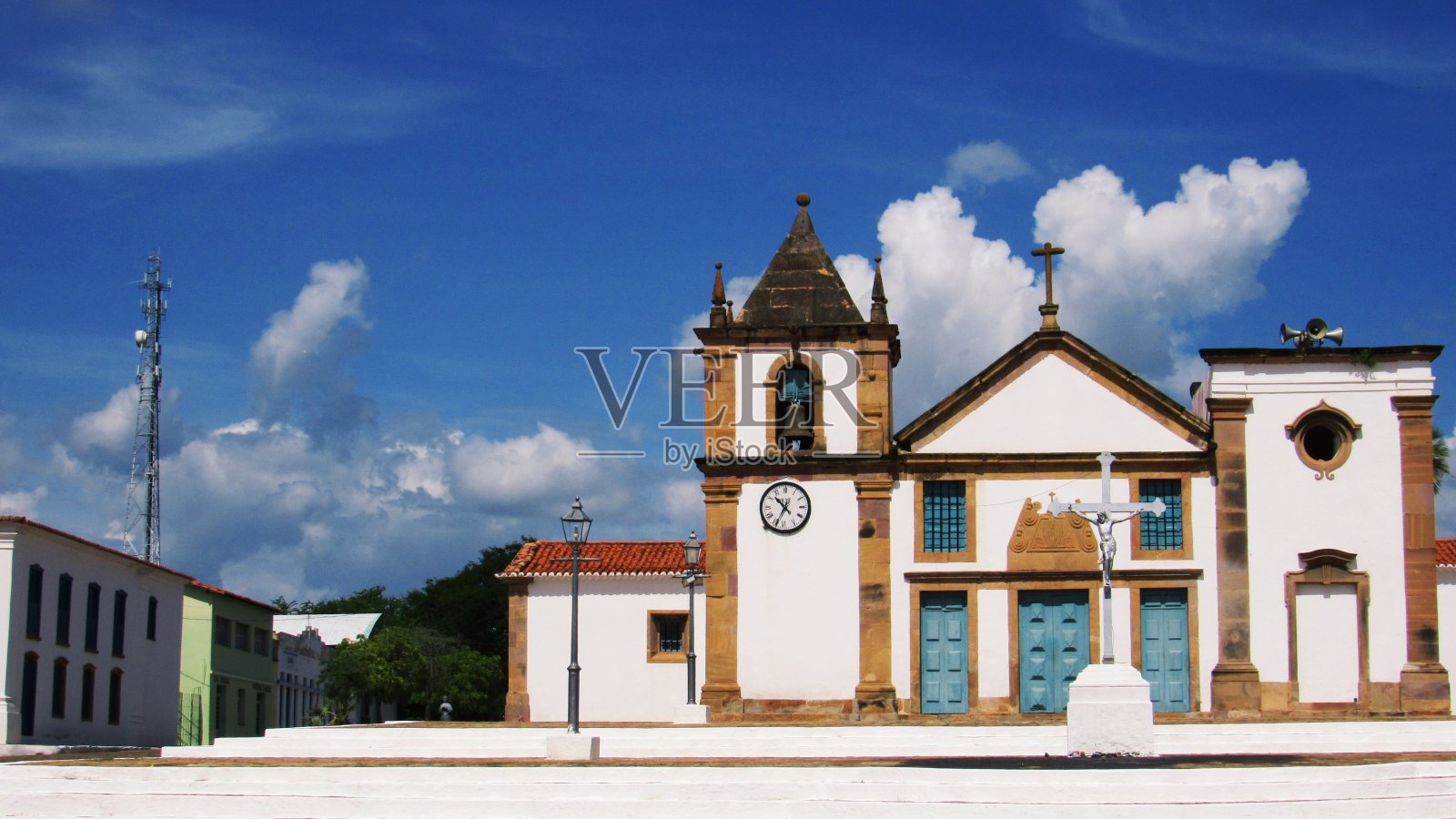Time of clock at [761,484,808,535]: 10:34
